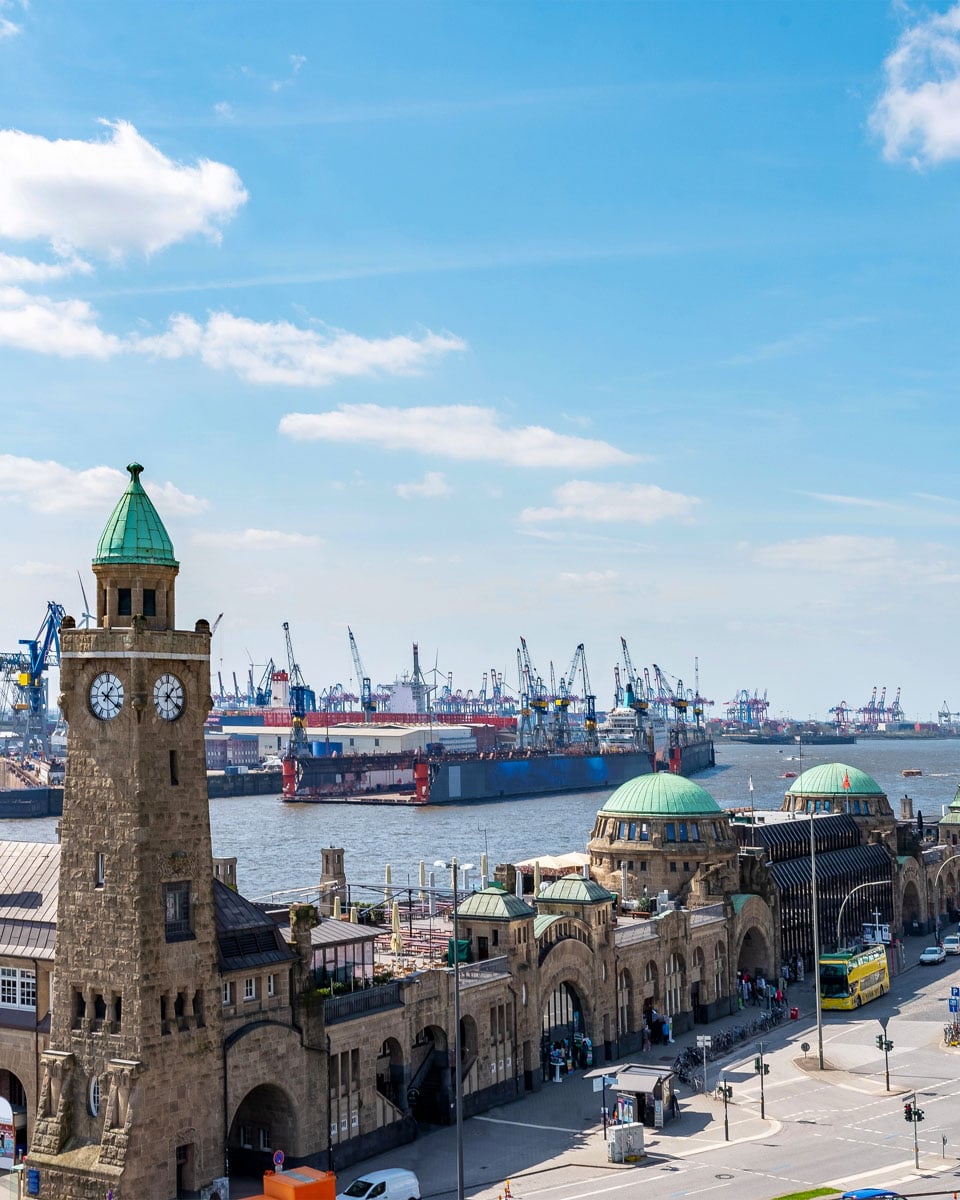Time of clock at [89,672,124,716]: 1:21
